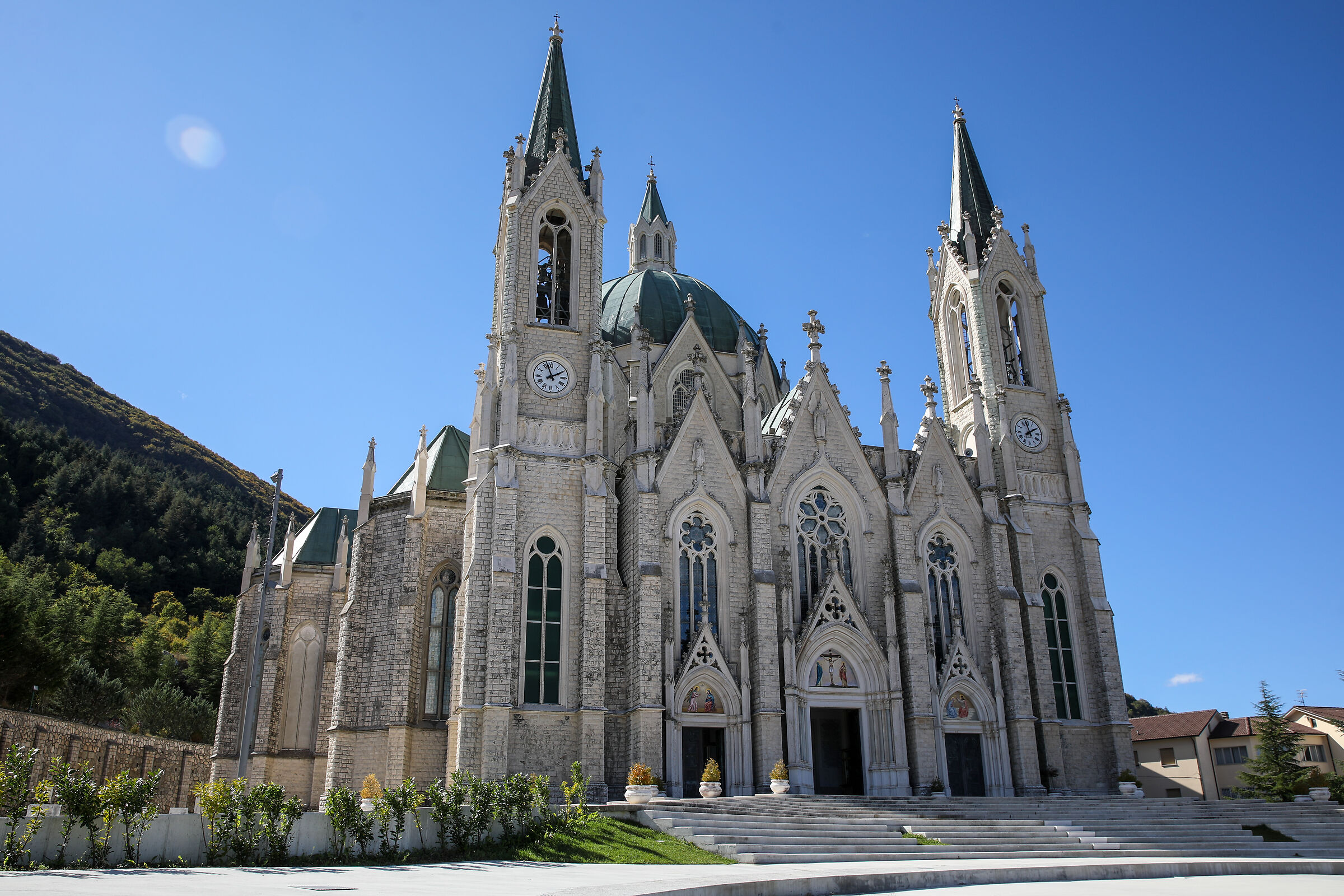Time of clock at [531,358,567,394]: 1:56
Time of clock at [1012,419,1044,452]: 1:58
